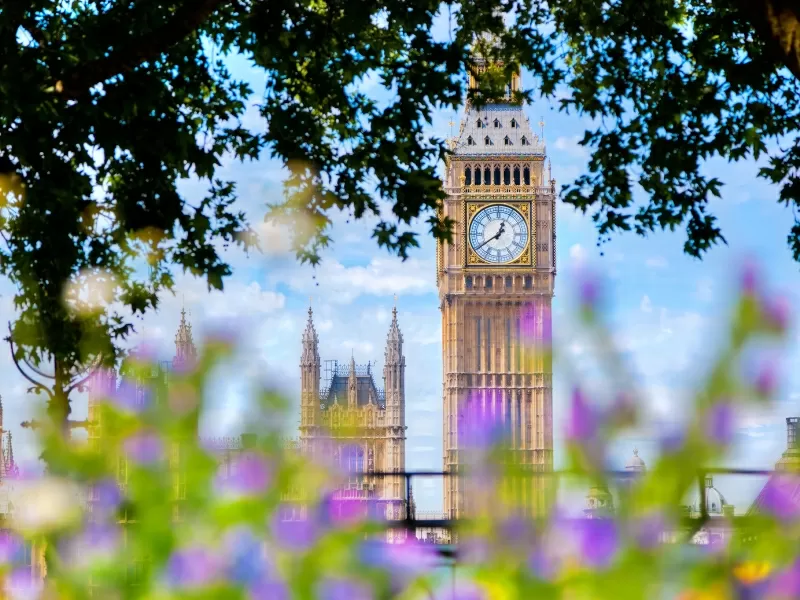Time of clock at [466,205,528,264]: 12:39
